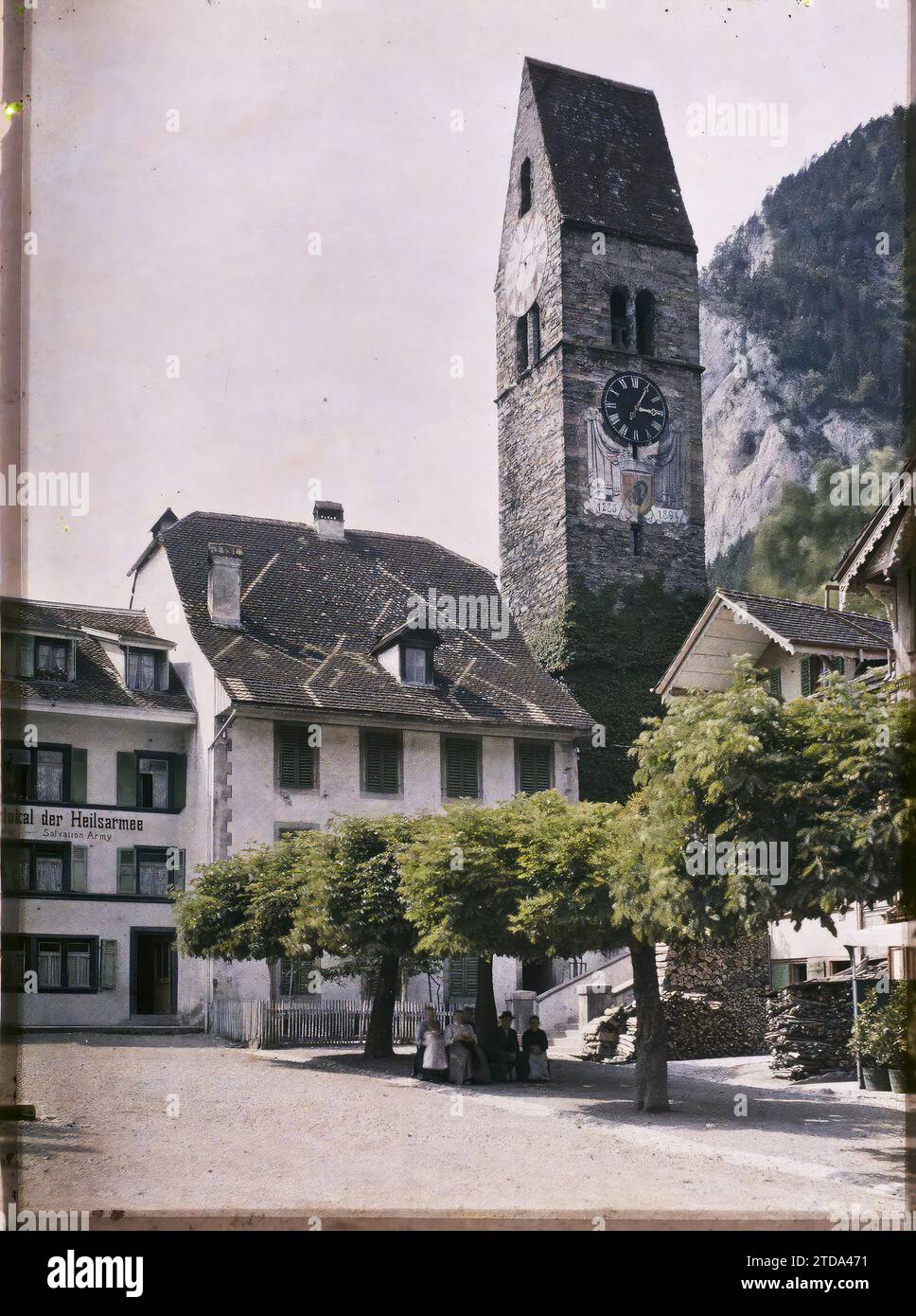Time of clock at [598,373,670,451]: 3:05
